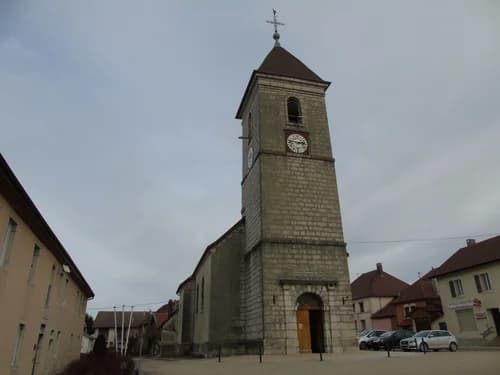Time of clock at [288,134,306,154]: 2:45
